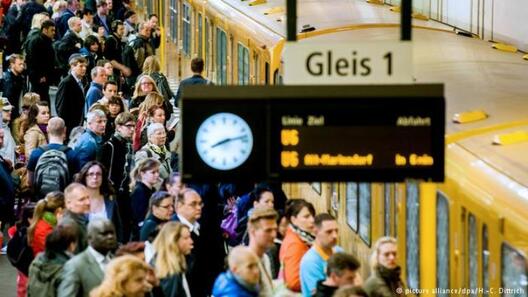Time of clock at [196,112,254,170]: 8:12
